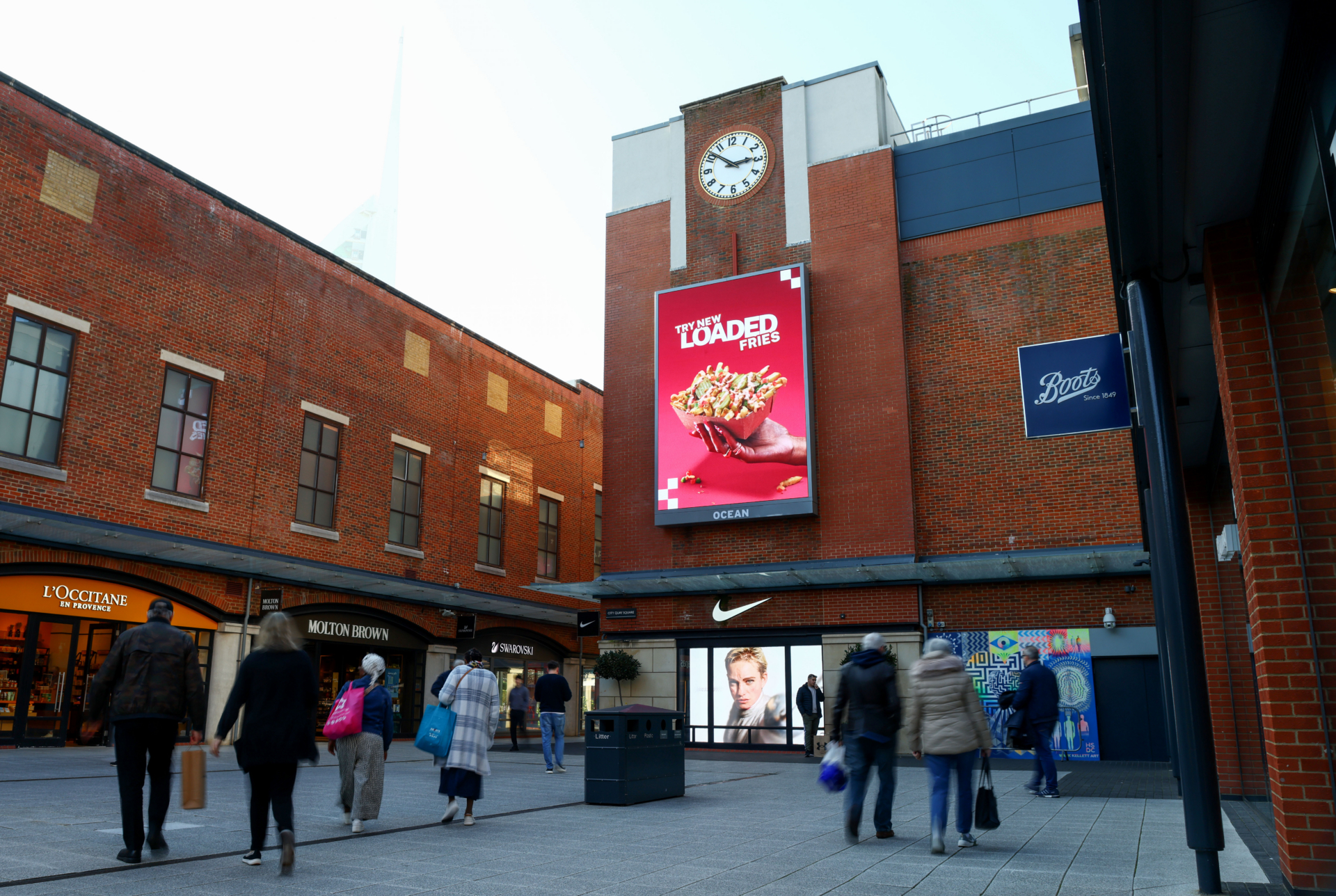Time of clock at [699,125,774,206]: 2:51
